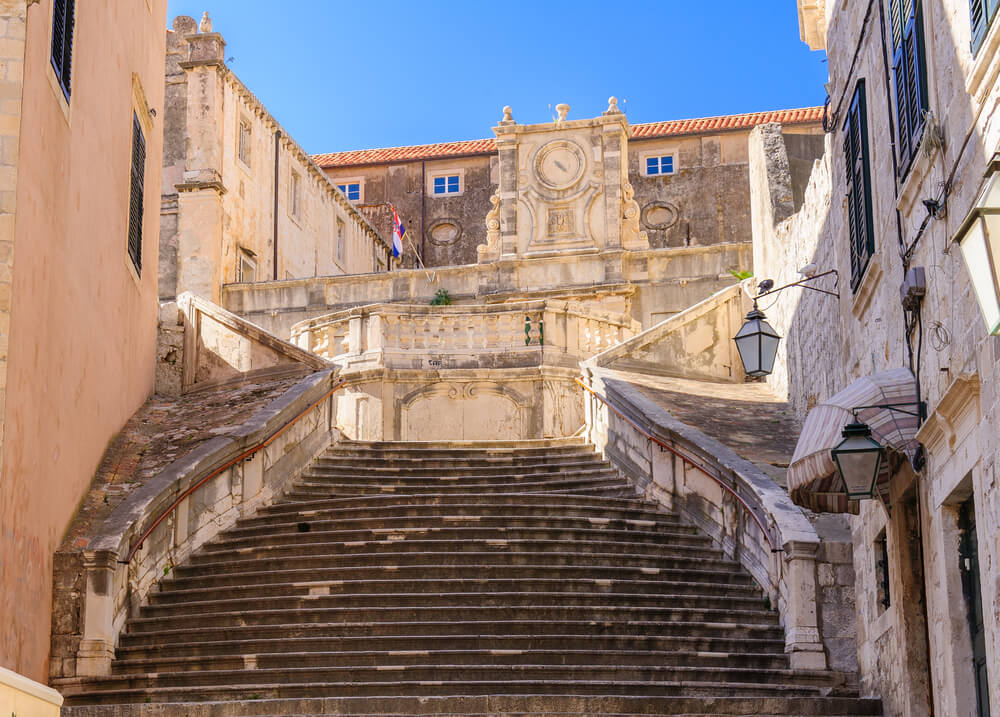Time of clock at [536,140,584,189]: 4:22
